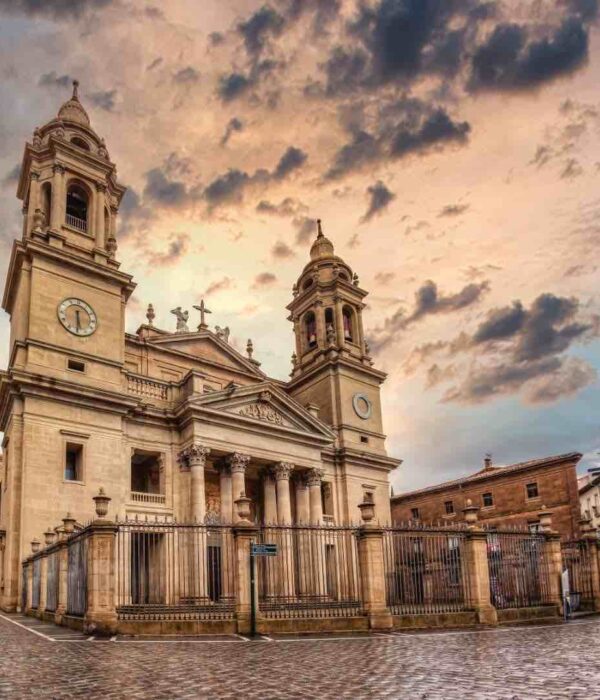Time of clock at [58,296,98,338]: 5:30
